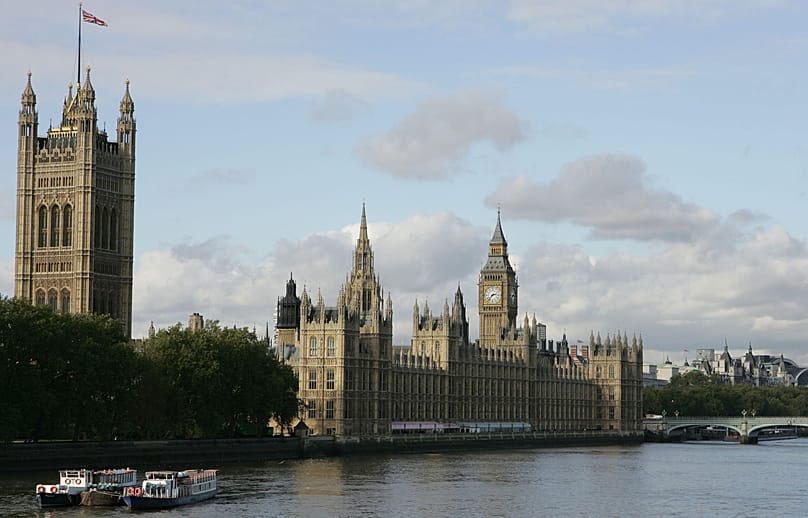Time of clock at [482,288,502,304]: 2:37
